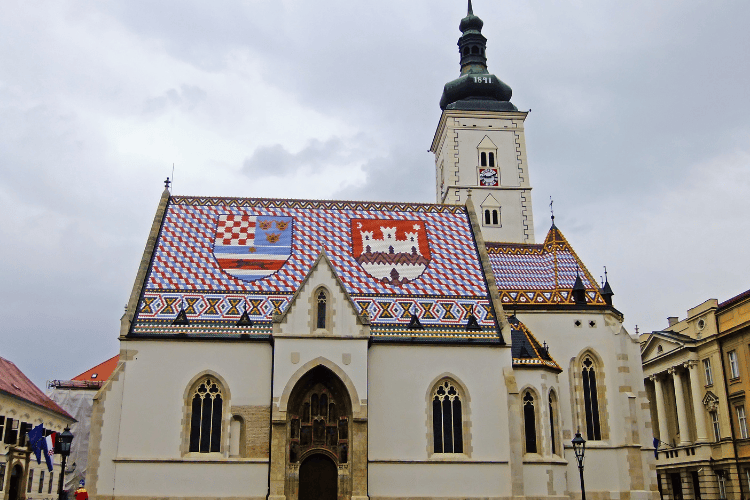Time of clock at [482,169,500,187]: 9:11
